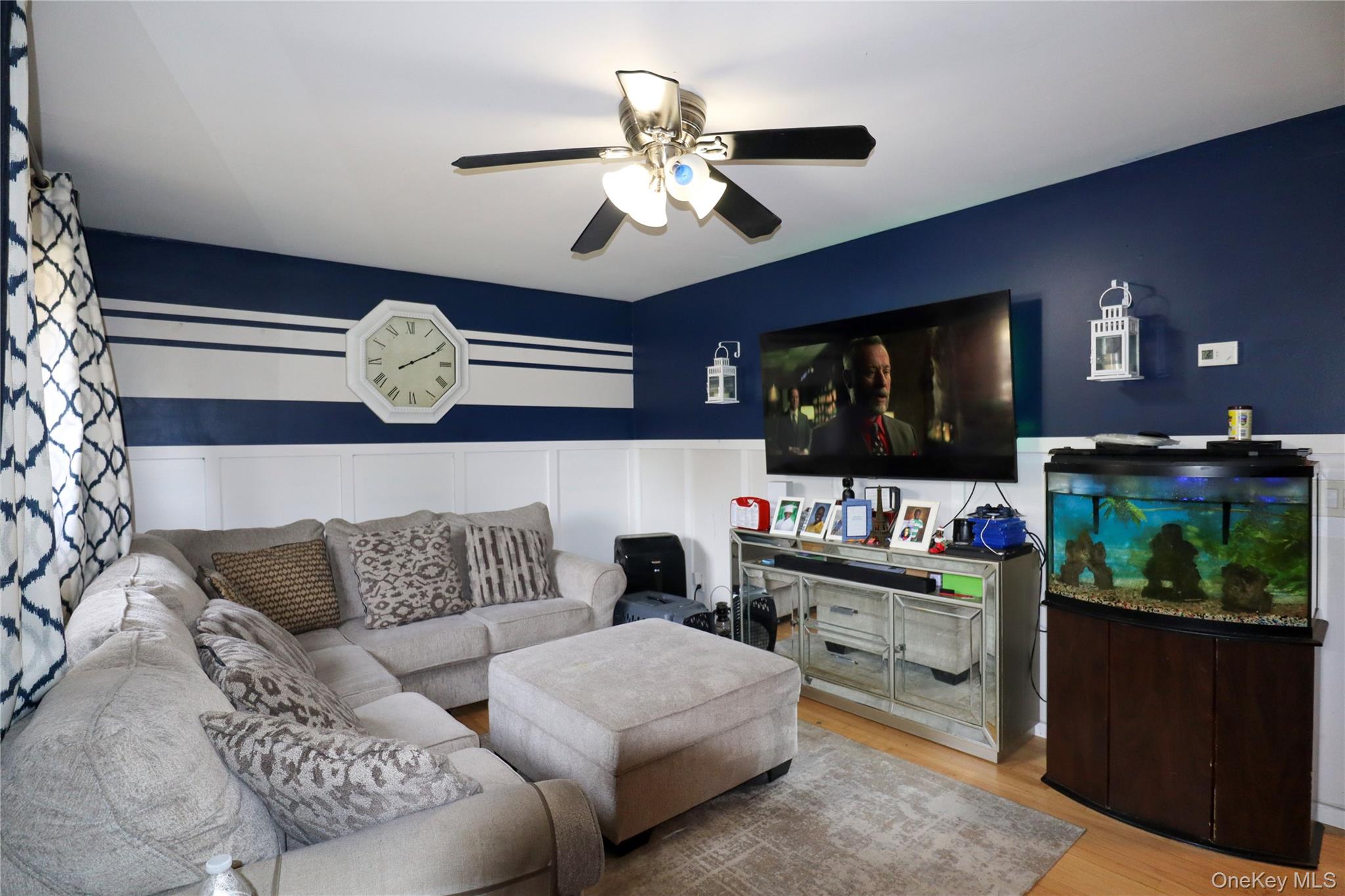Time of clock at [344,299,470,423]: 2:10
